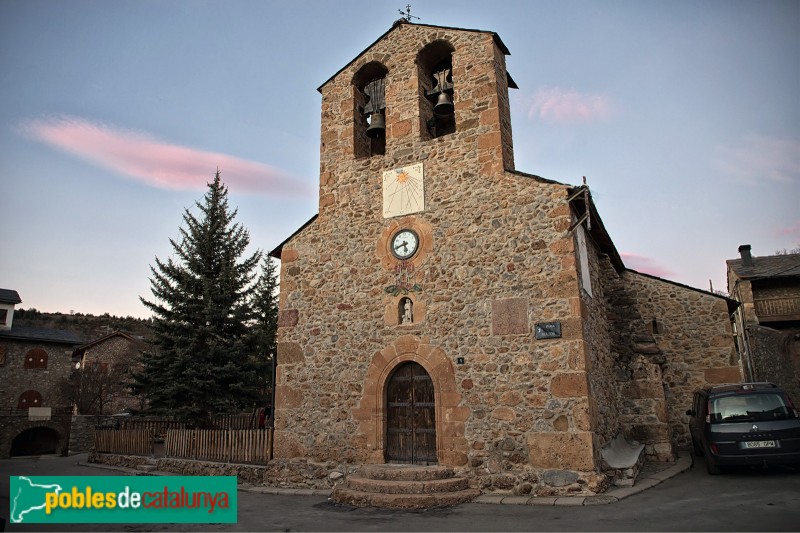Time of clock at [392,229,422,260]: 5:42
